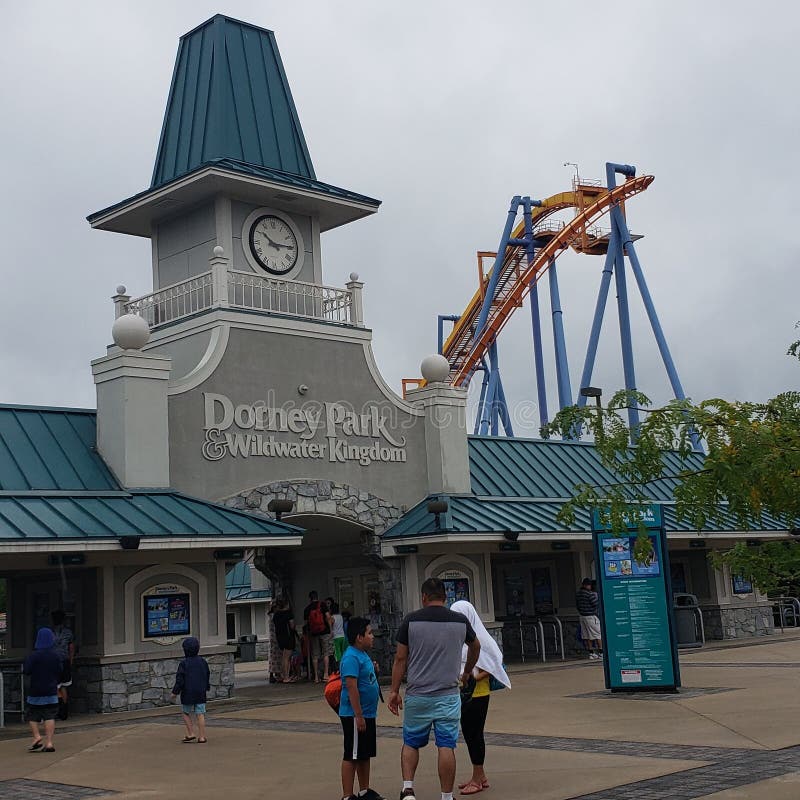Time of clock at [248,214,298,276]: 10:14
